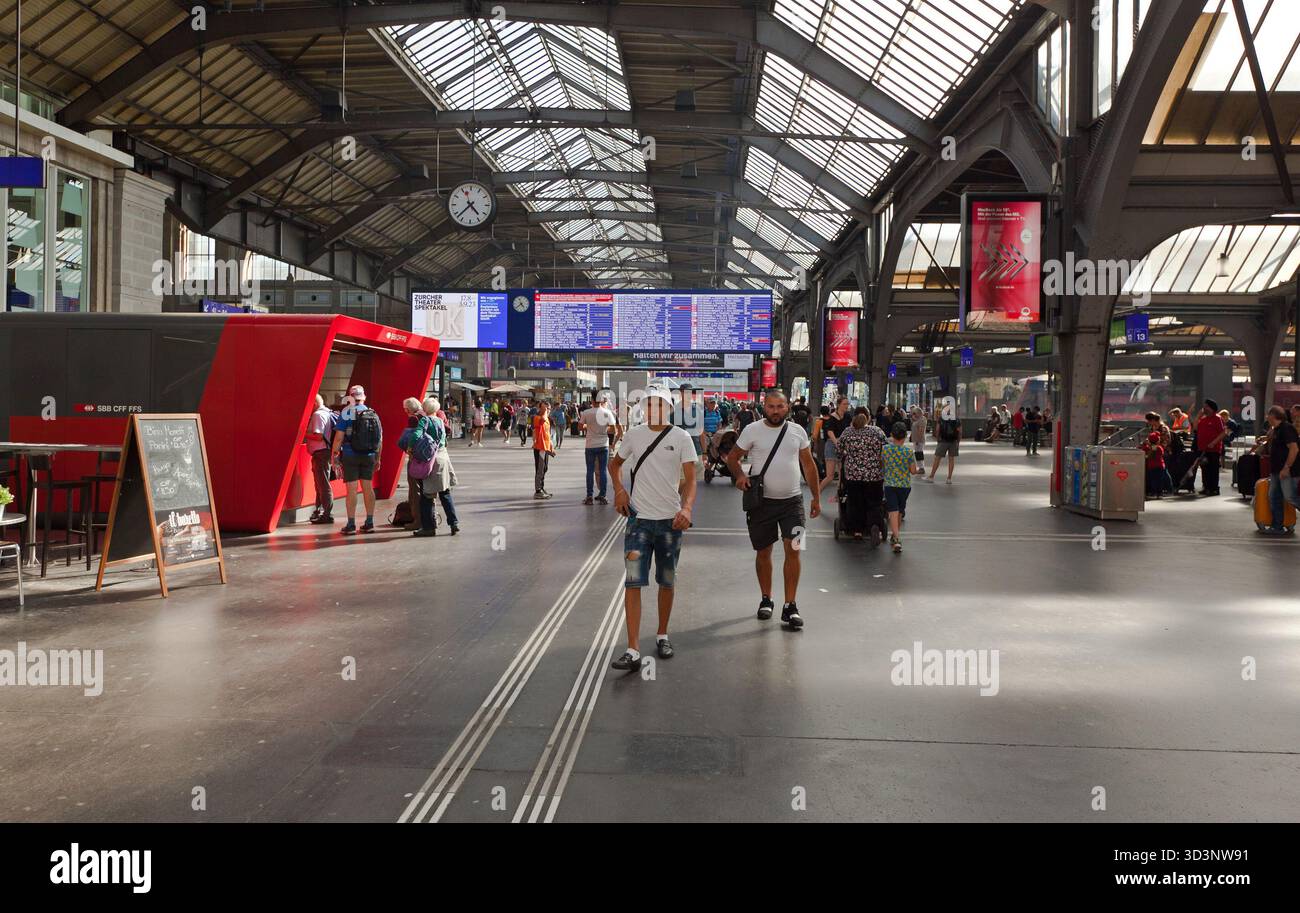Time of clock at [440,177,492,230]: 4:37
